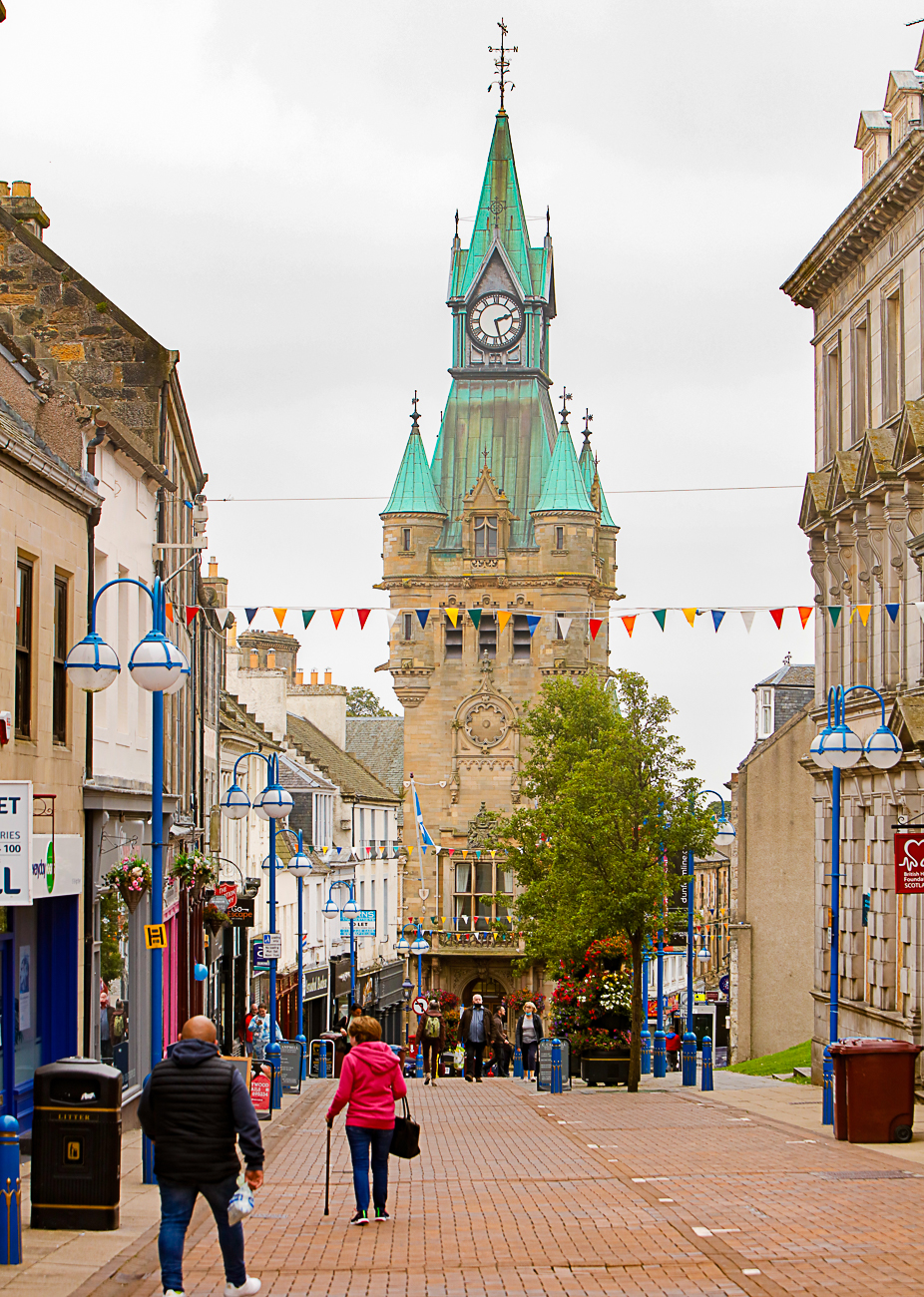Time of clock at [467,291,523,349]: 2:27
